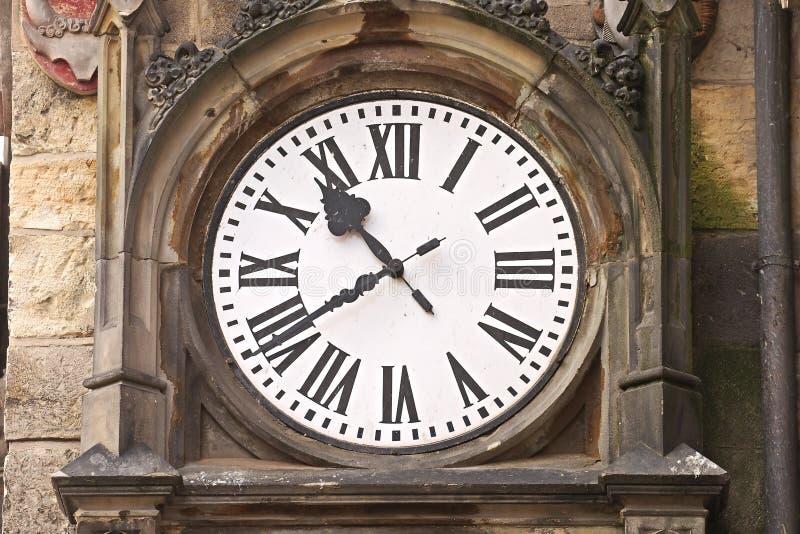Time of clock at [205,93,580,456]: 10:39
